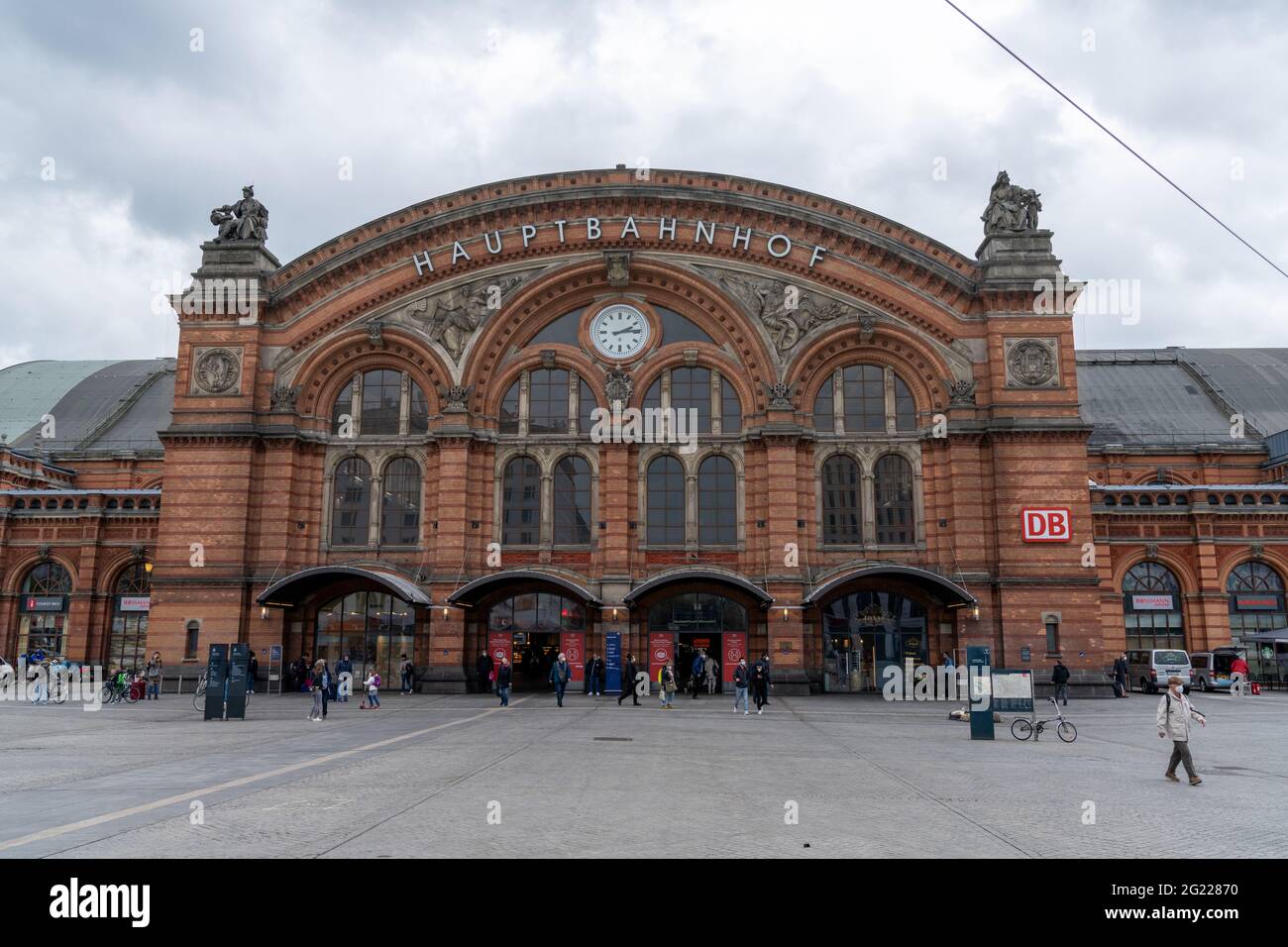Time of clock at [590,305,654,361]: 2:14
